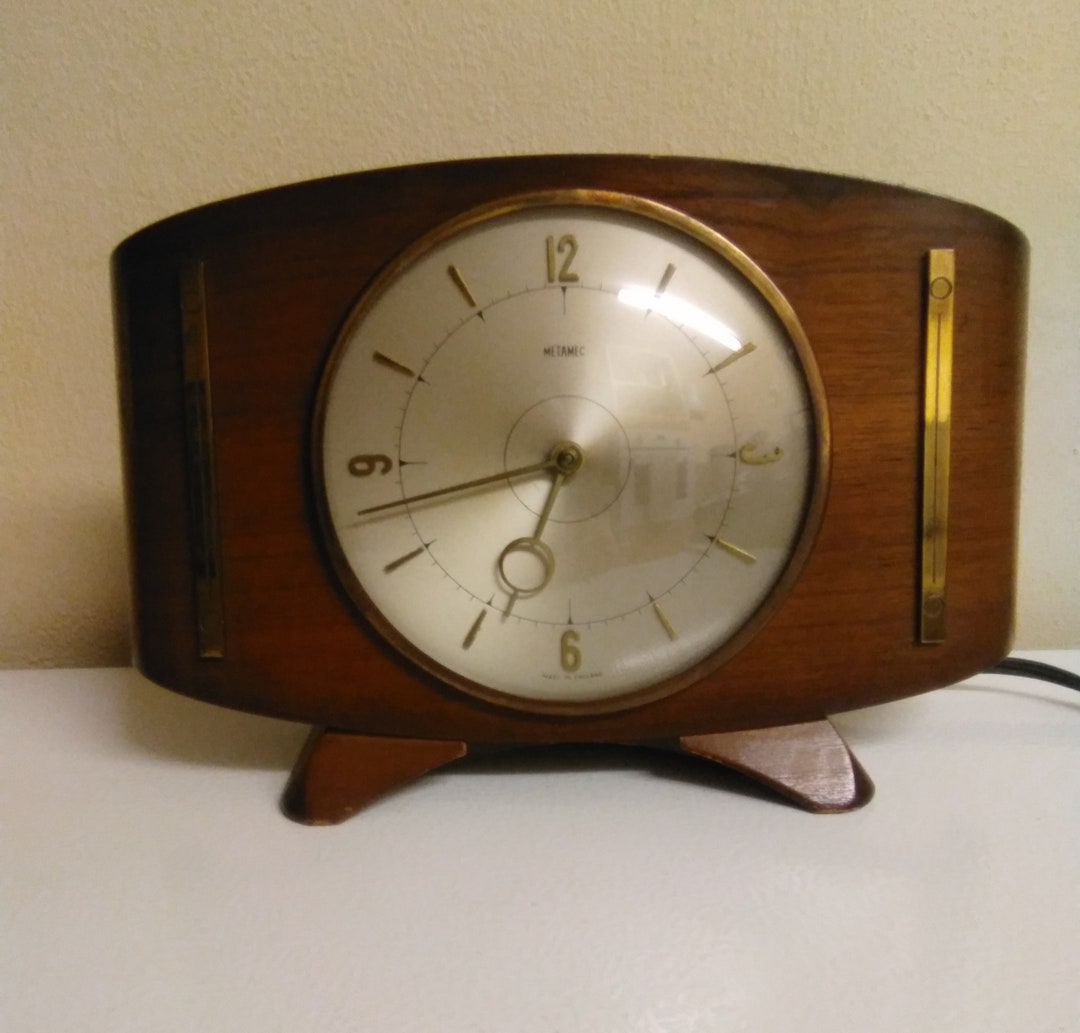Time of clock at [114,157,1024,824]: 6:42
